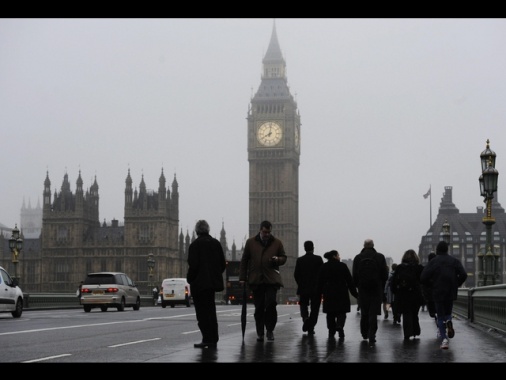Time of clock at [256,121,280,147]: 8:01
